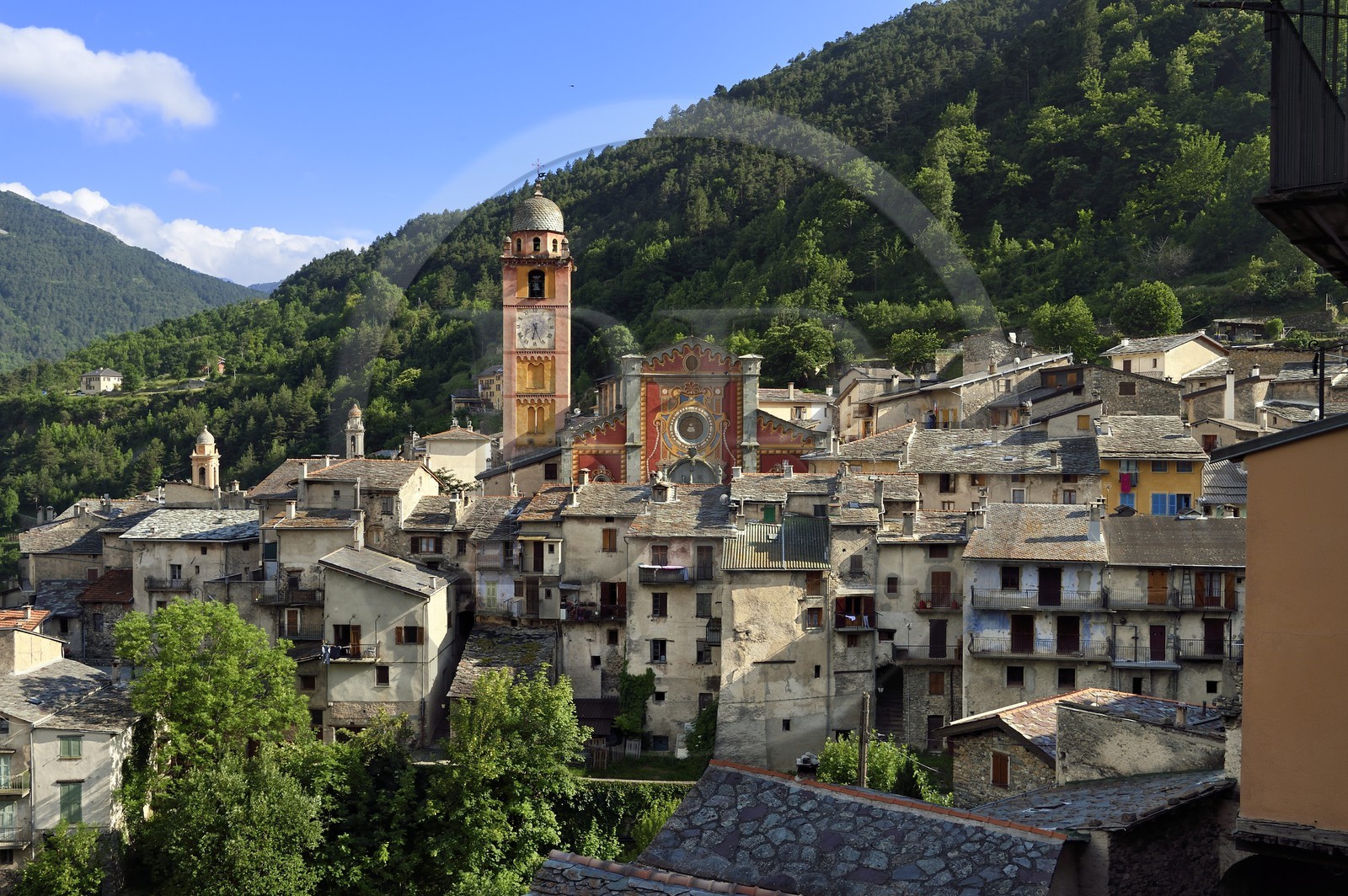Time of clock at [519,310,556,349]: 6:26
